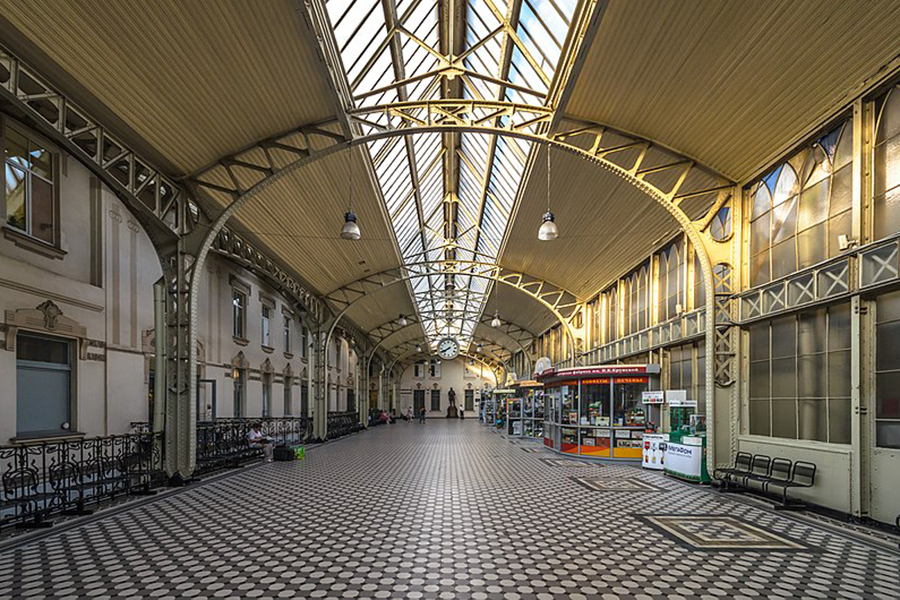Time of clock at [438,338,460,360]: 7:40
